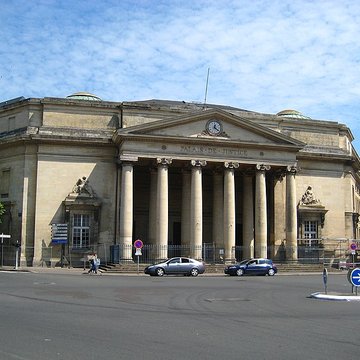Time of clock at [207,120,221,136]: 12:21
